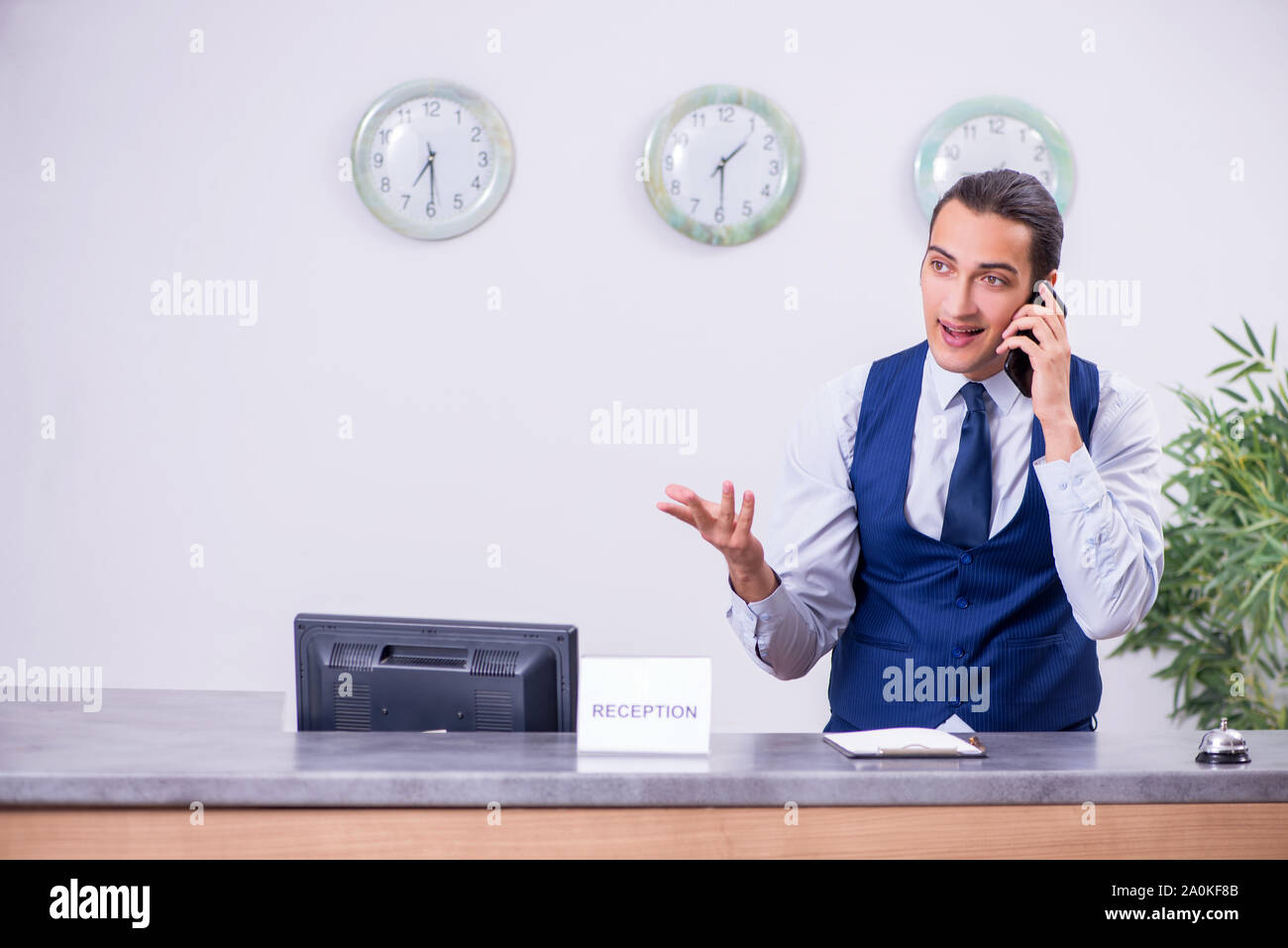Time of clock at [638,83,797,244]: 1:29
